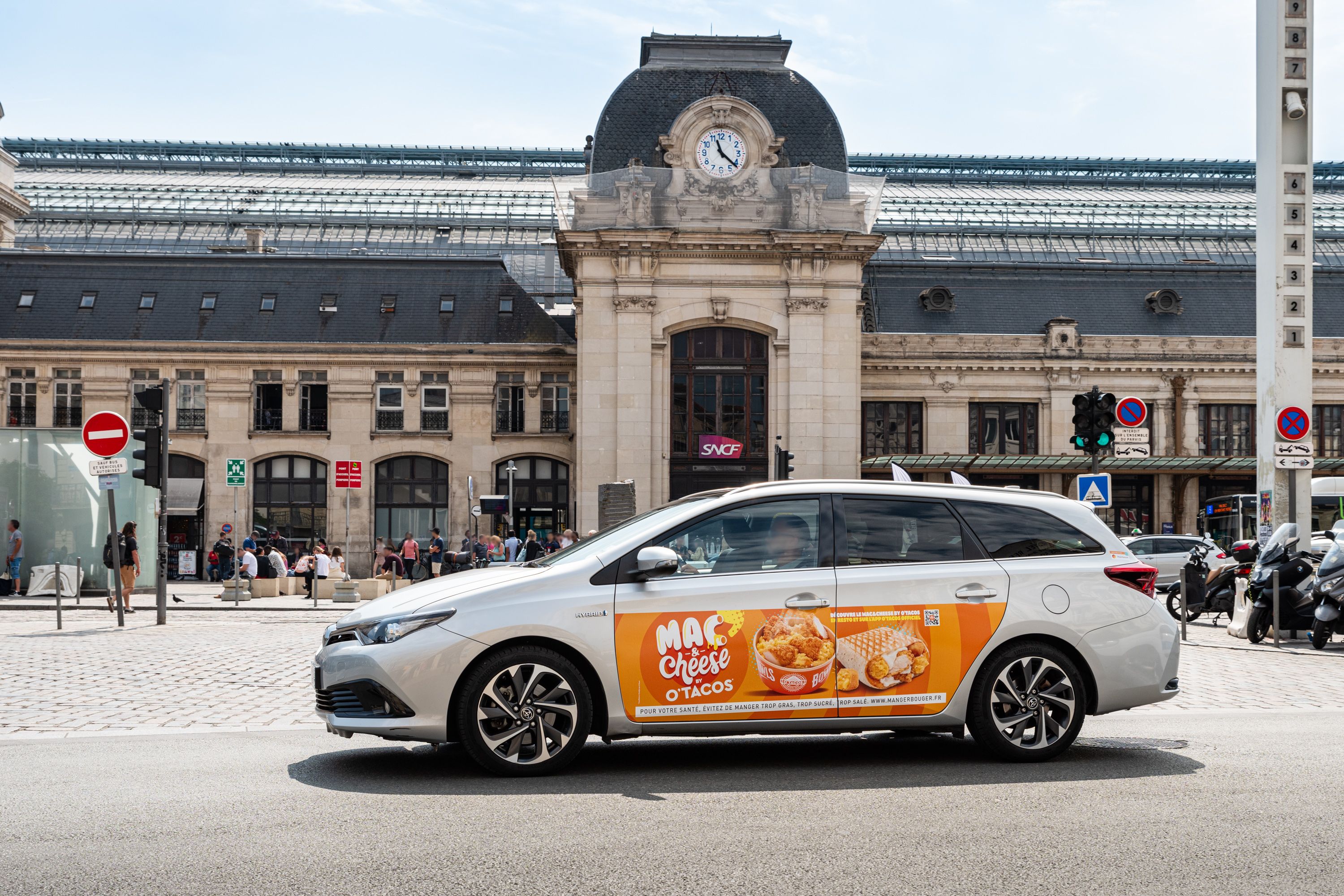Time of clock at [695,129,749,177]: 11:21
